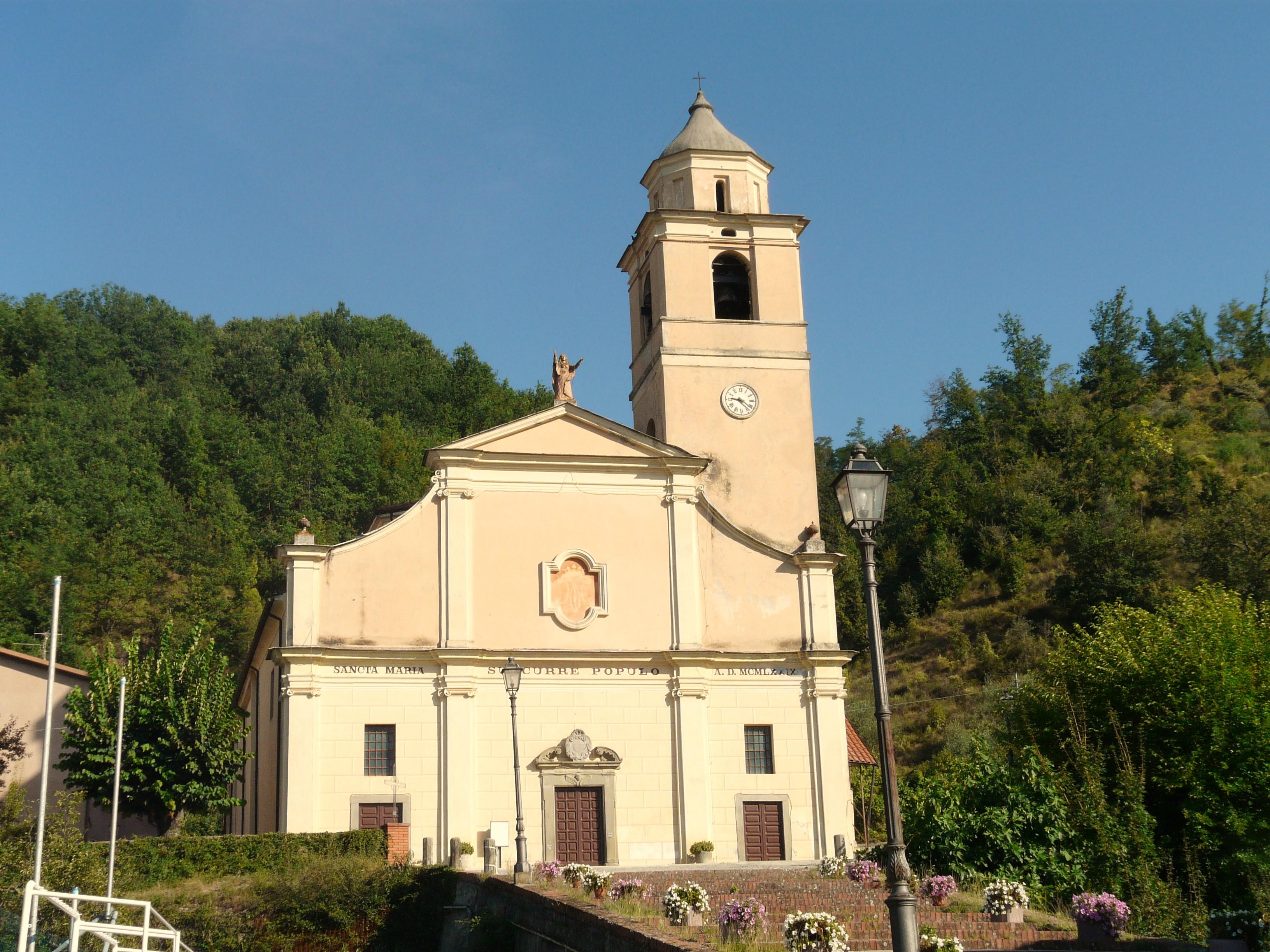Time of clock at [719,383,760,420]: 9:21
